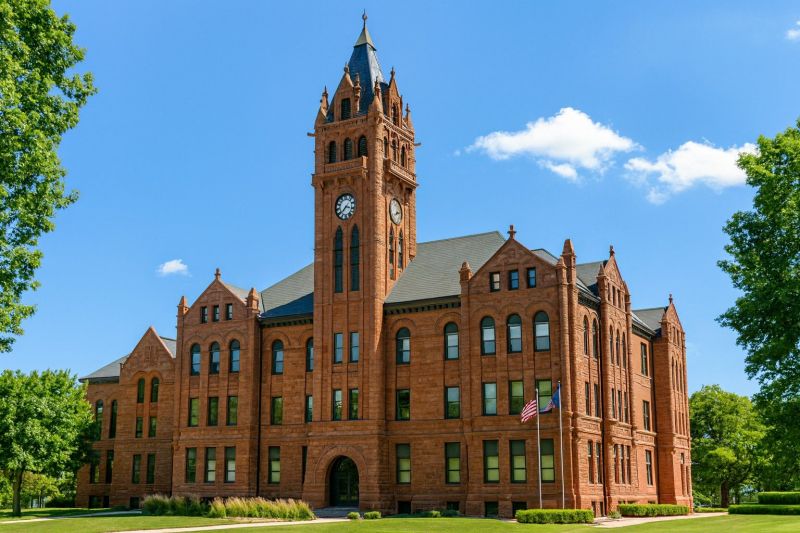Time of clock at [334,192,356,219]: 3:38
